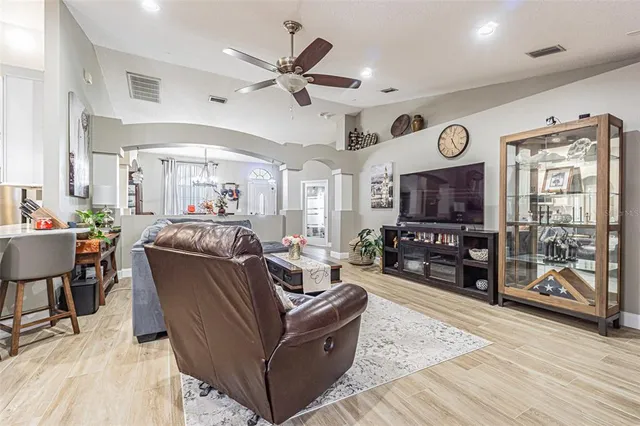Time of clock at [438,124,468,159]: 5:03
